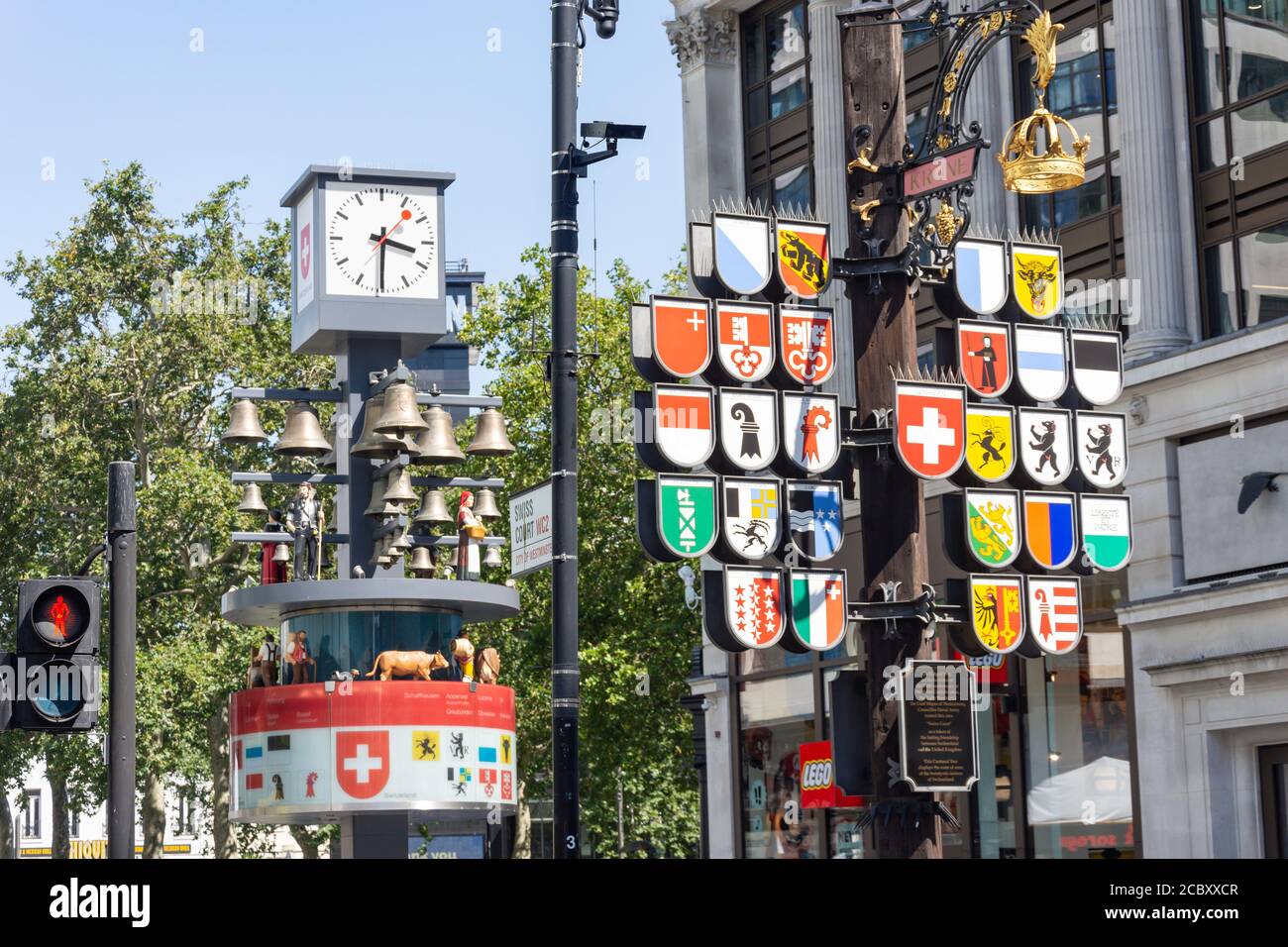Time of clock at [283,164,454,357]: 3:30
